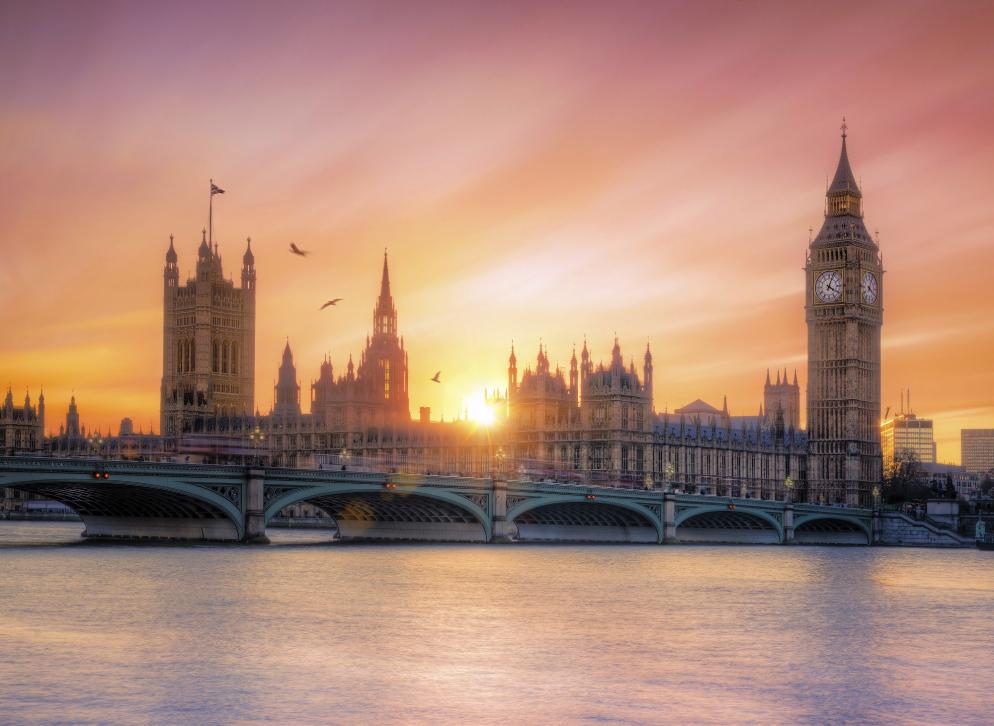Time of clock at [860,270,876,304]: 4:04
